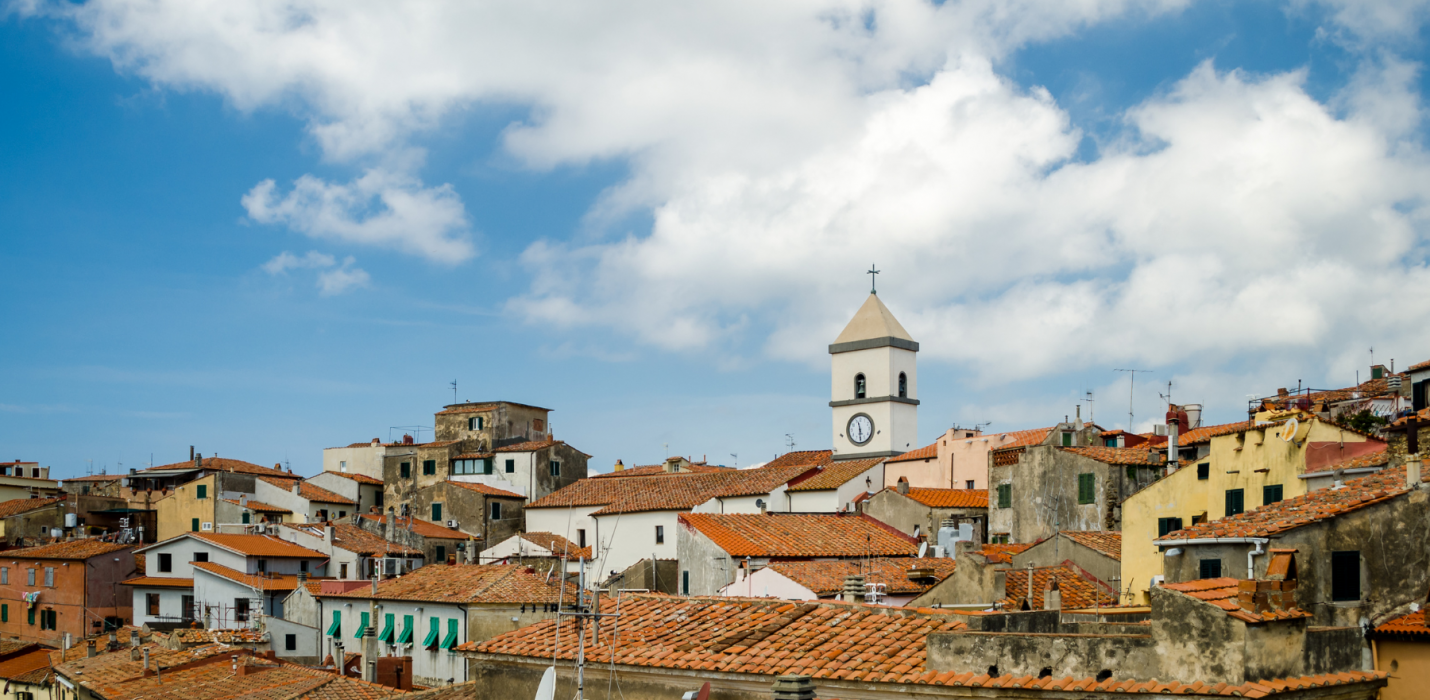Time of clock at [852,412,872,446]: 11:29
